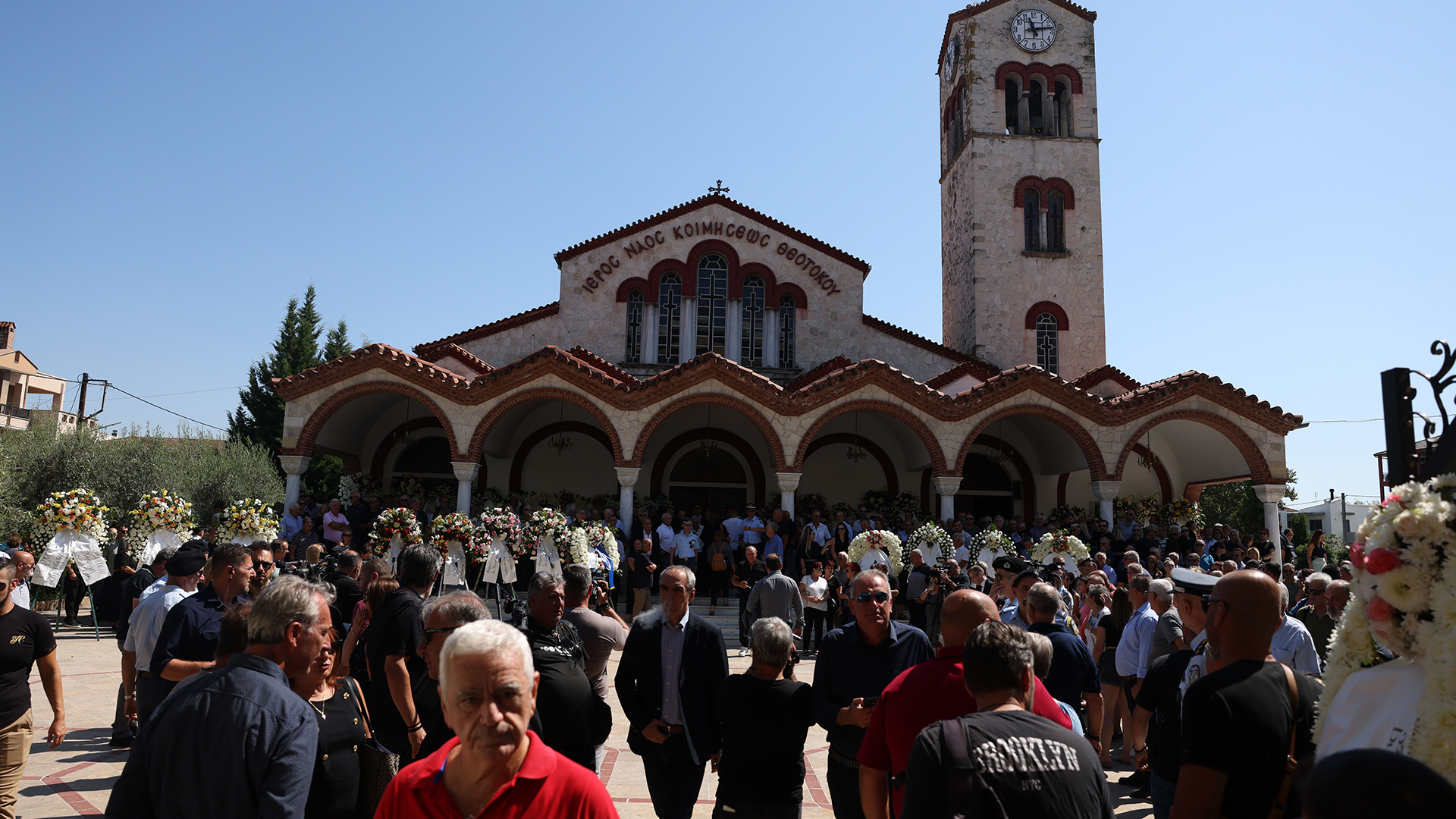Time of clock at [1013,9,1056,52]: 11:13
